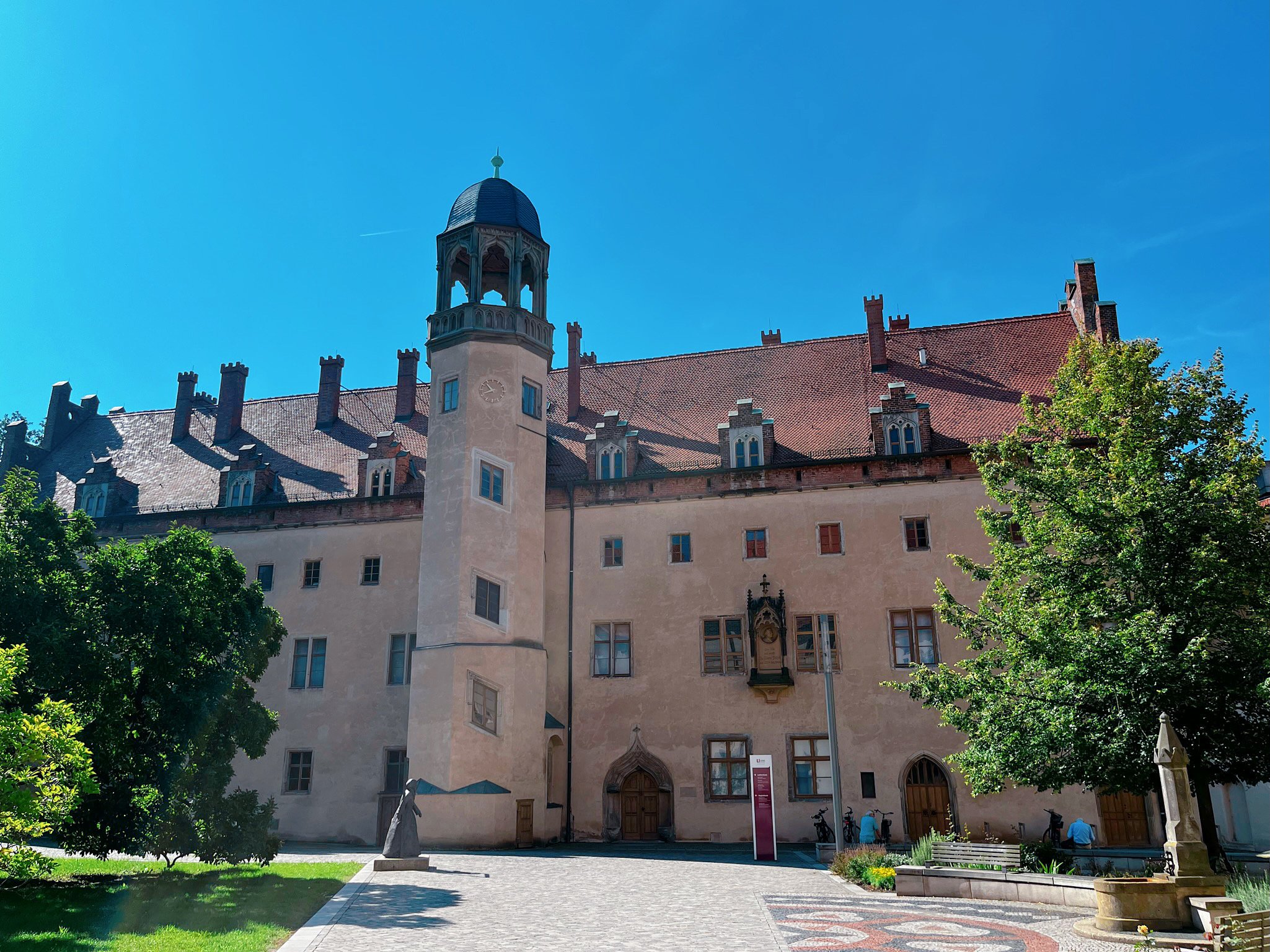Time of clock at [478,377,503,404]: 10:41
